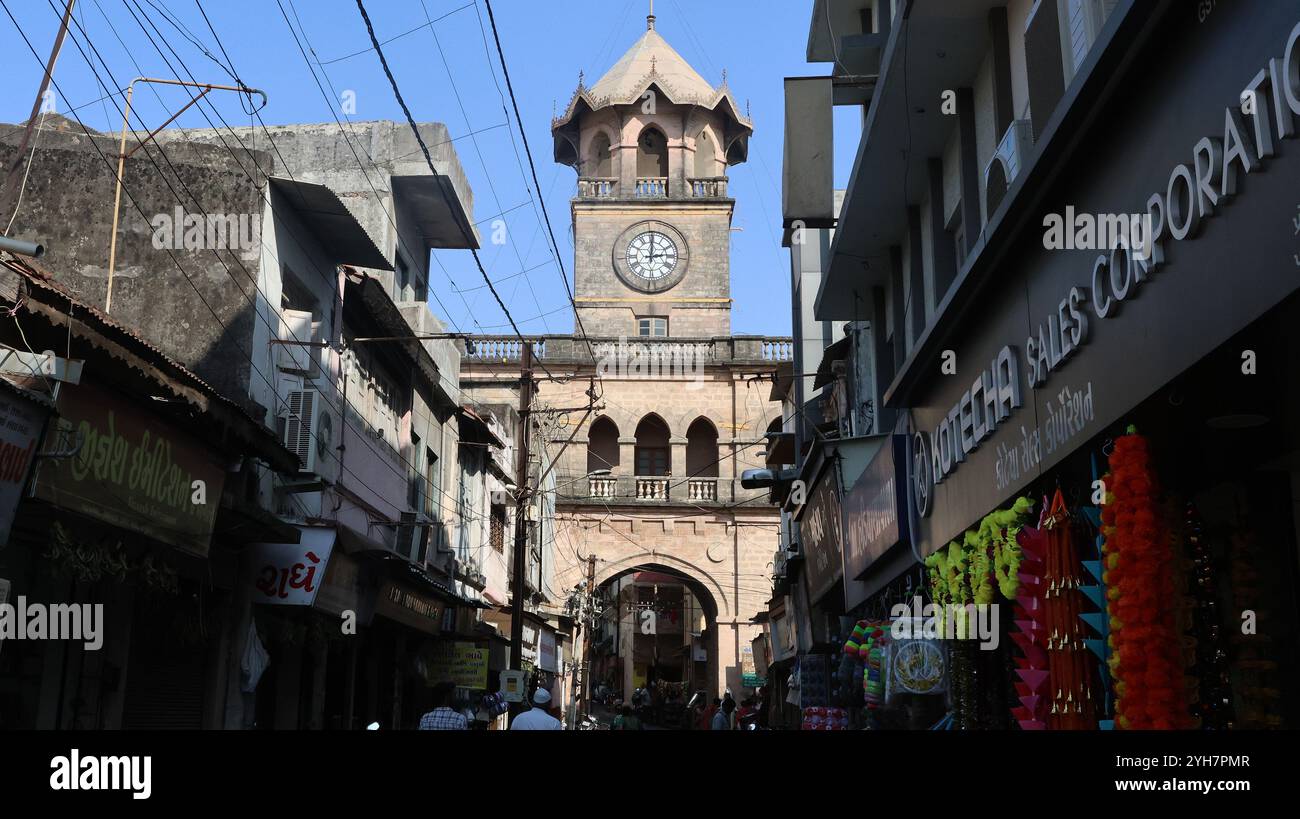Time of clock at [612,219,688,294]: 3:00
